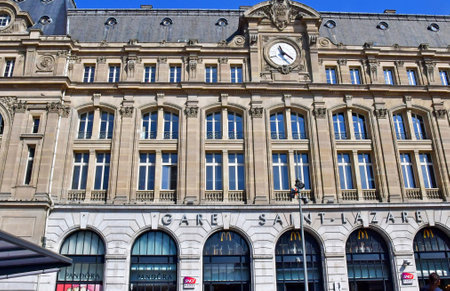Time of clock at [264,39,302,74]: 11:20
